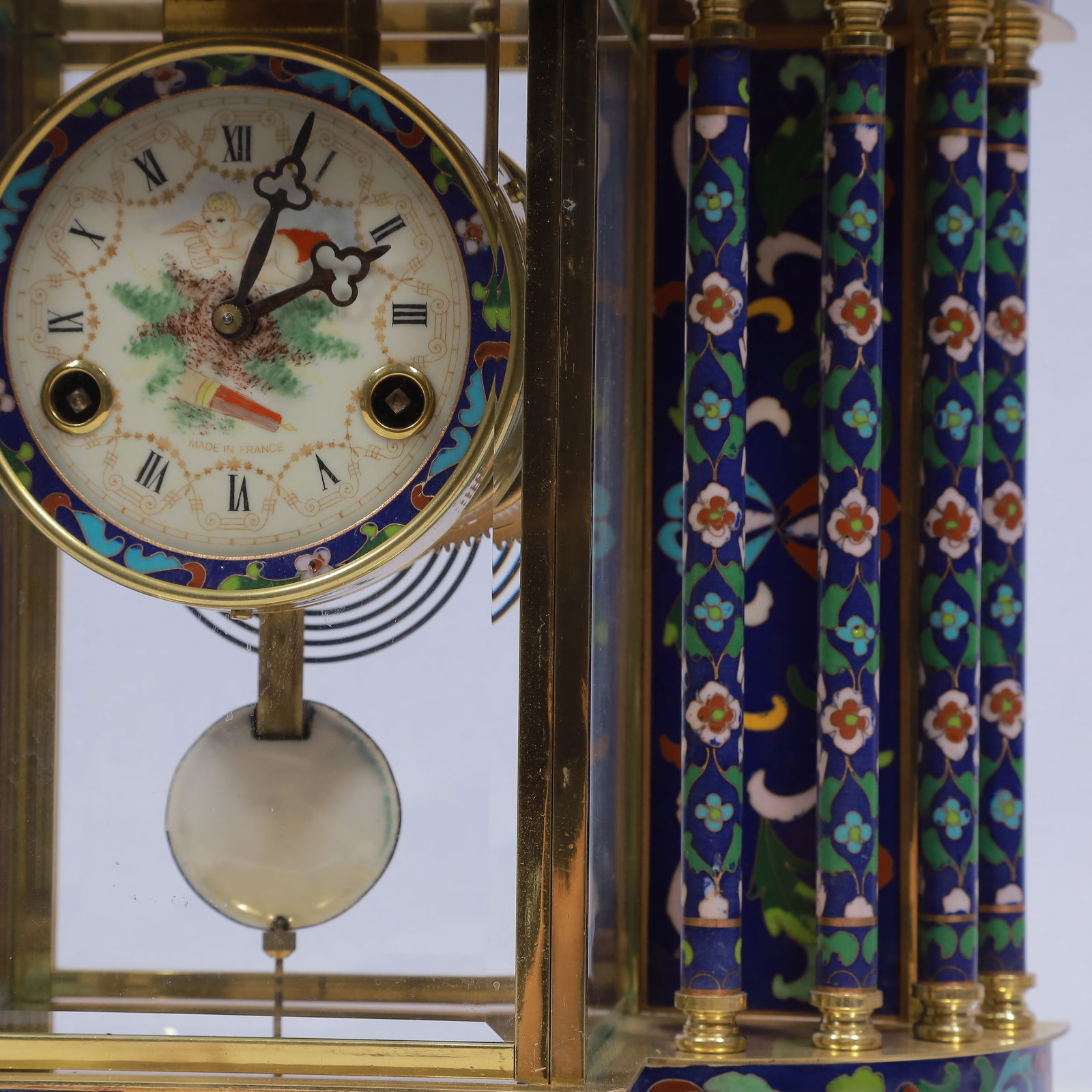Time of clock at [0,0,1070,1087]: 2:03
